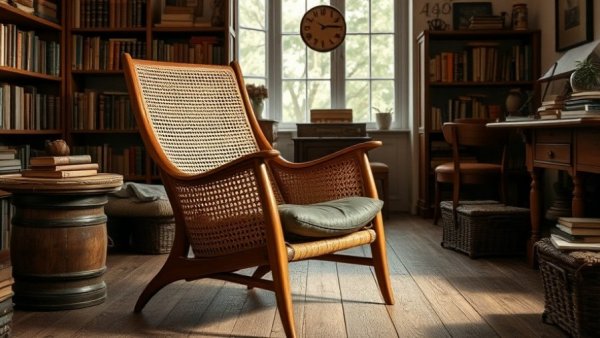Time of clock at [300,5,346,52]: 10:14
